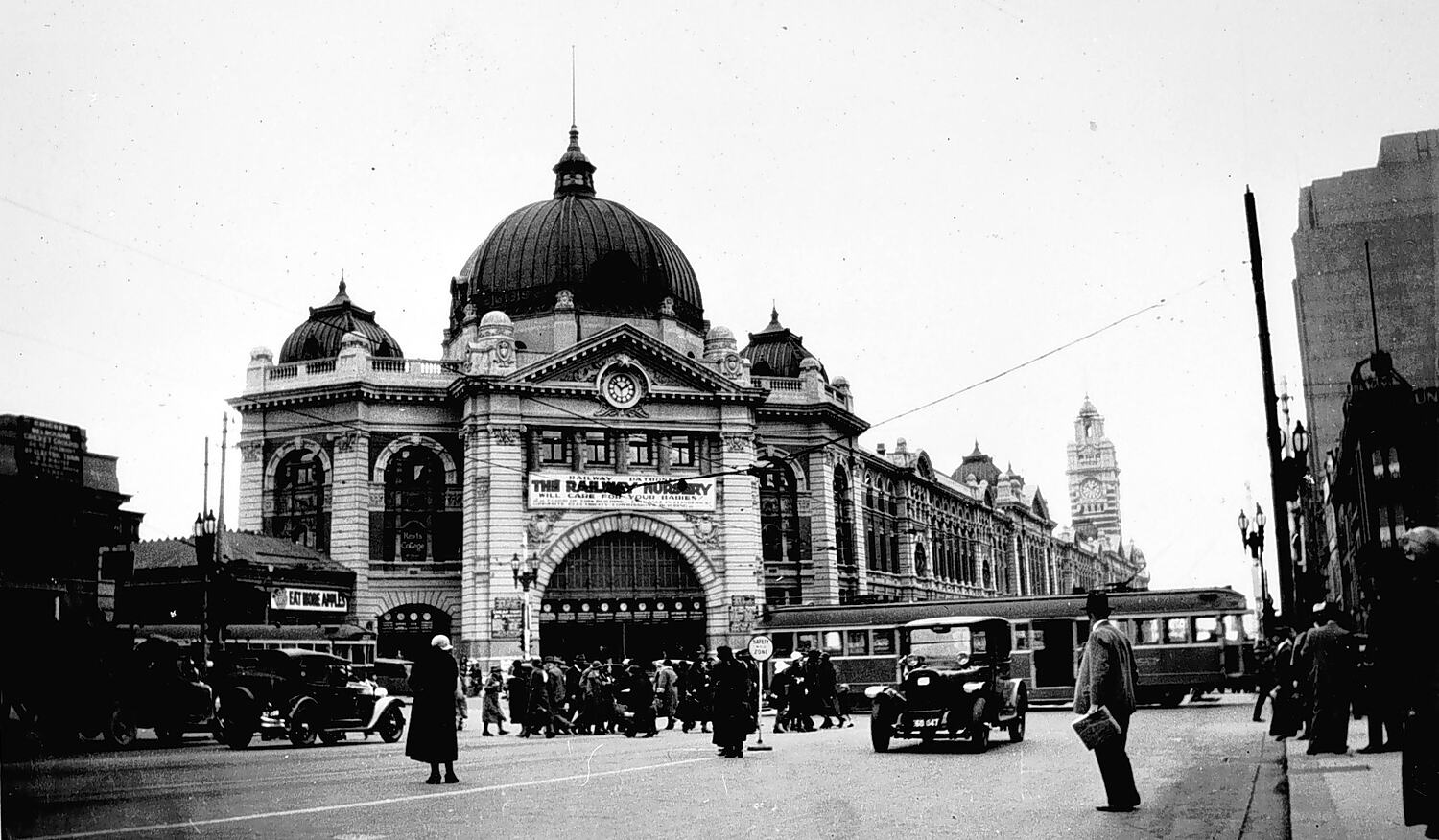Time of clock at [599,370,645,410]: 1:52
